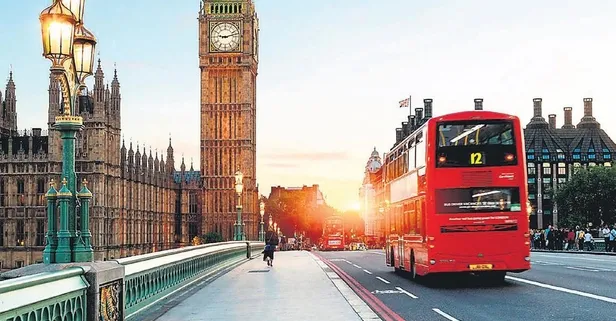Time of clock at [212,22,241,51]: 9:12
